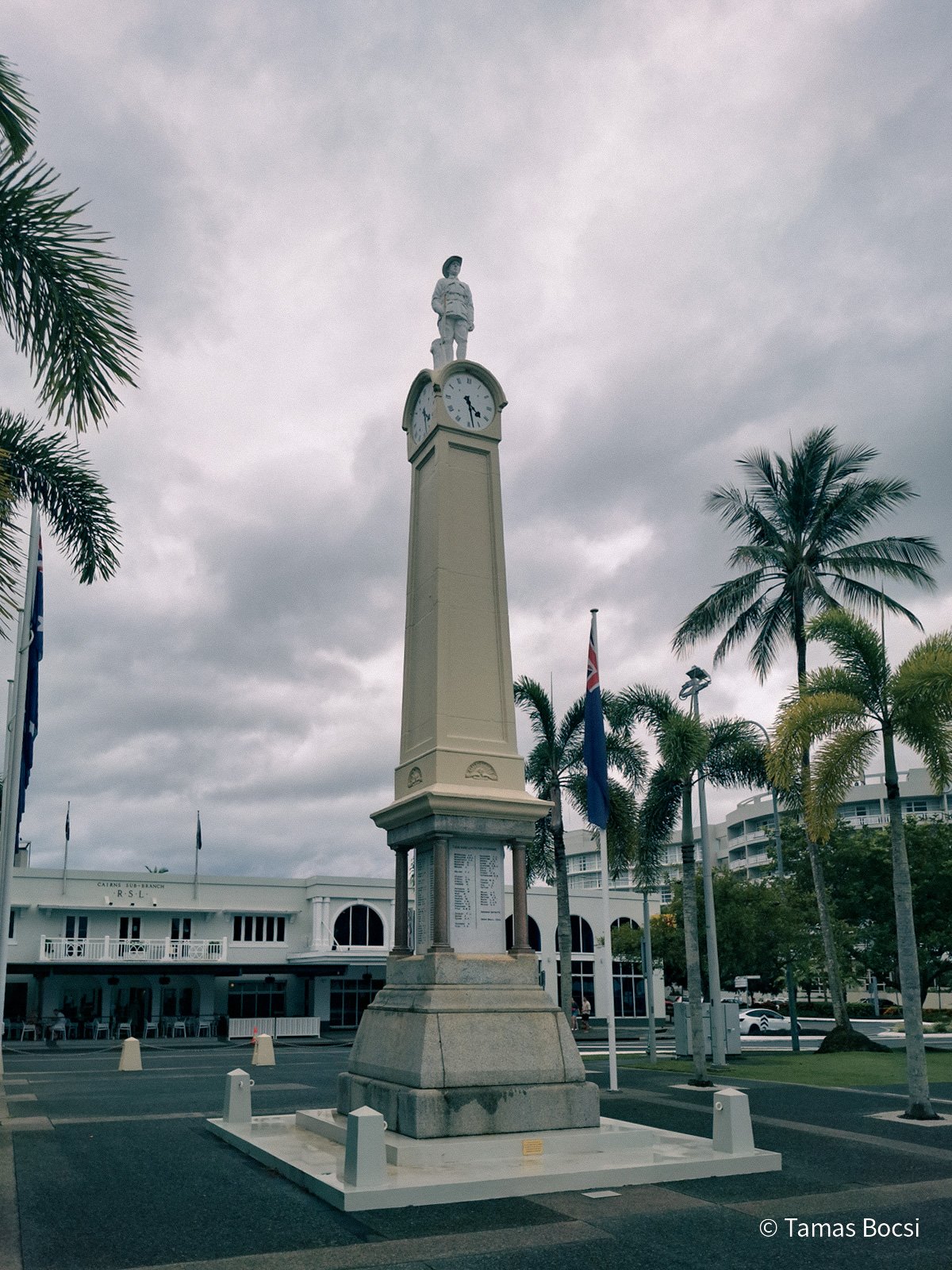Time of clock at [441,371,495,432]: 4:27
